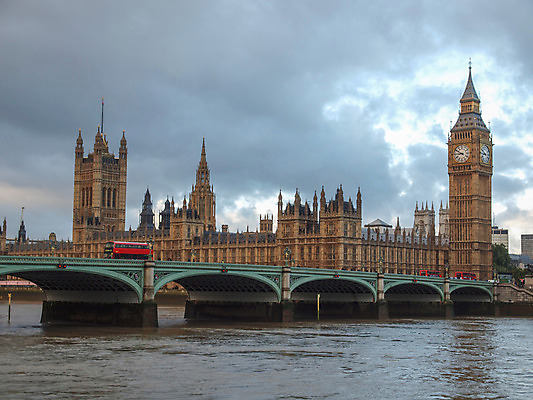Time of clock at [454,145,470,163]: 8:50
